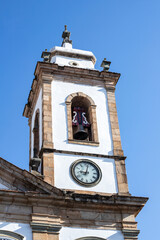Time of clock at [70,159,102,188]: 9:02
